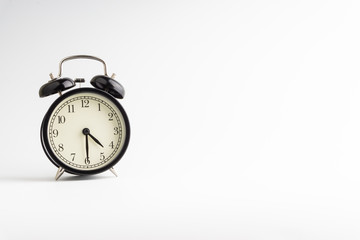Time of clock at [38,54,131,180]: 4:29
